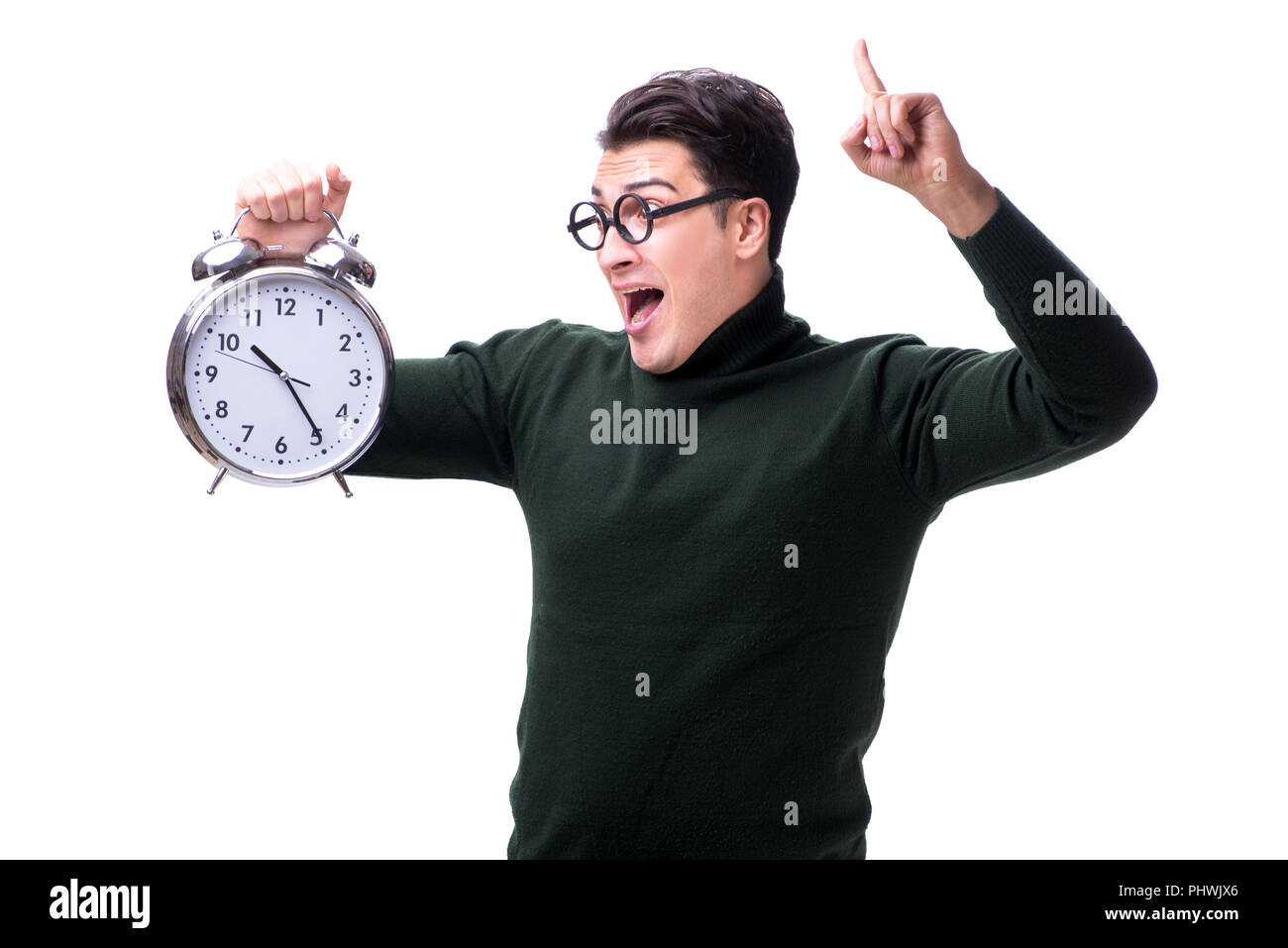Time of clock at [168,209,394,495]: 10:24
